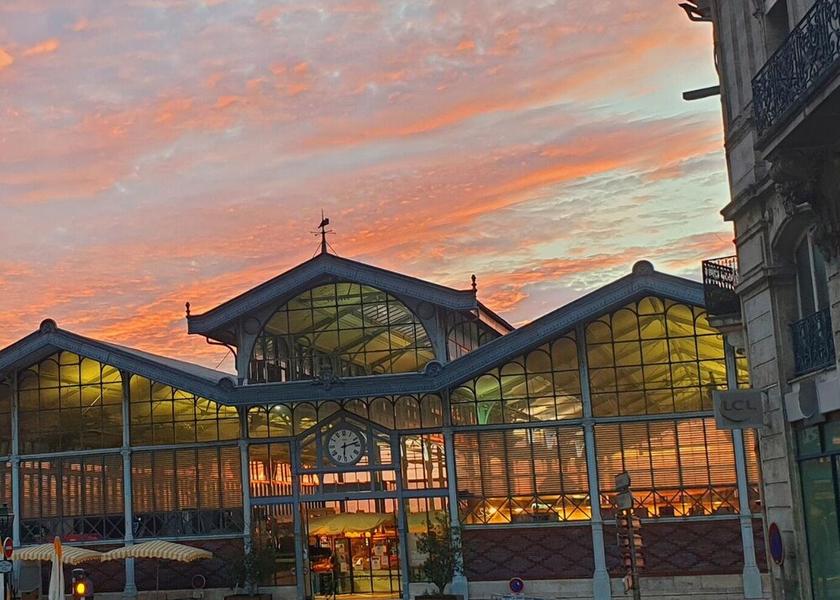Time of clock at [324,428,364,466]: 6:12
